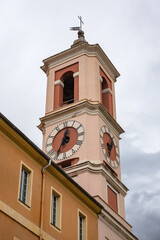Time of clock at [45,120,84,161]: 12:34
